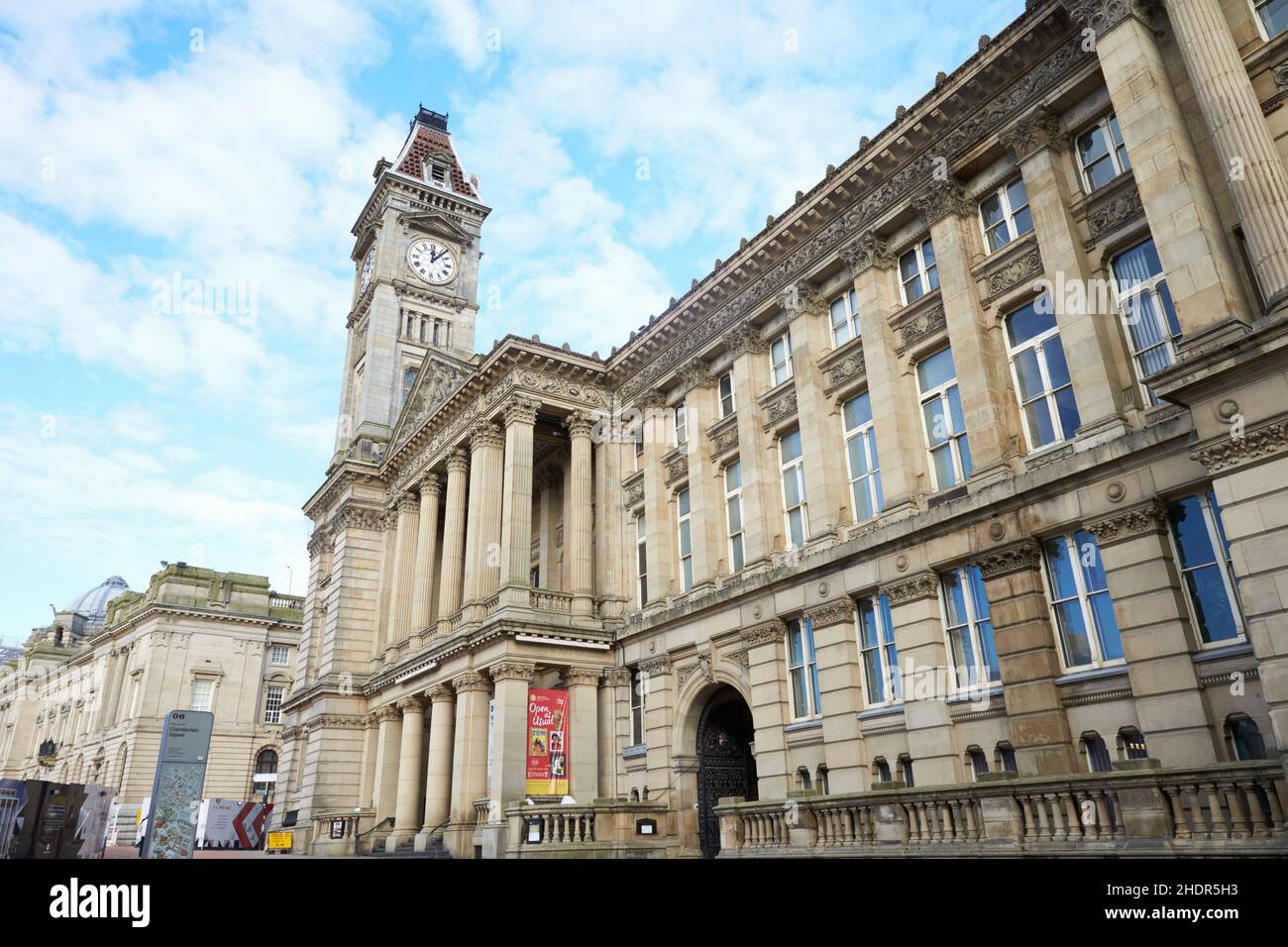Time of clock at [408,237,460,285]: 12:06
